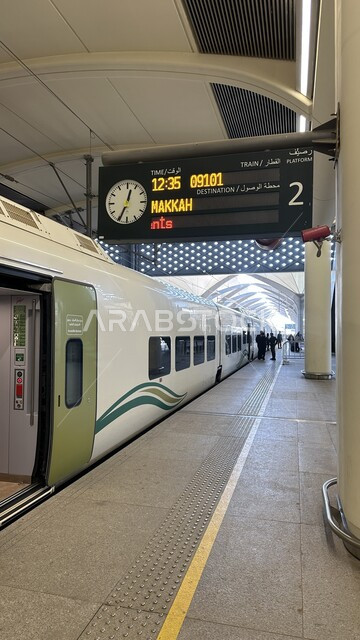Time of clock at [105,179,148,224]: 12:34
